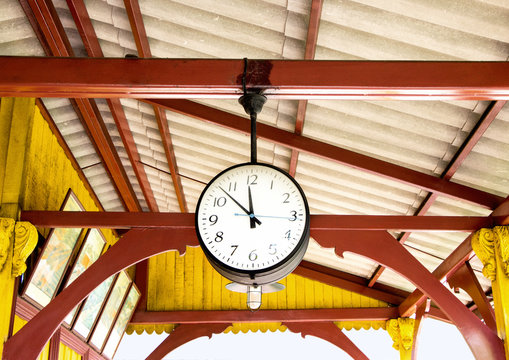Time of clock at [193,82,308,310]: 11:52
